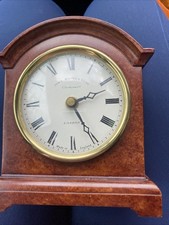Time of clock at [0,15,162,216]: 2:25
